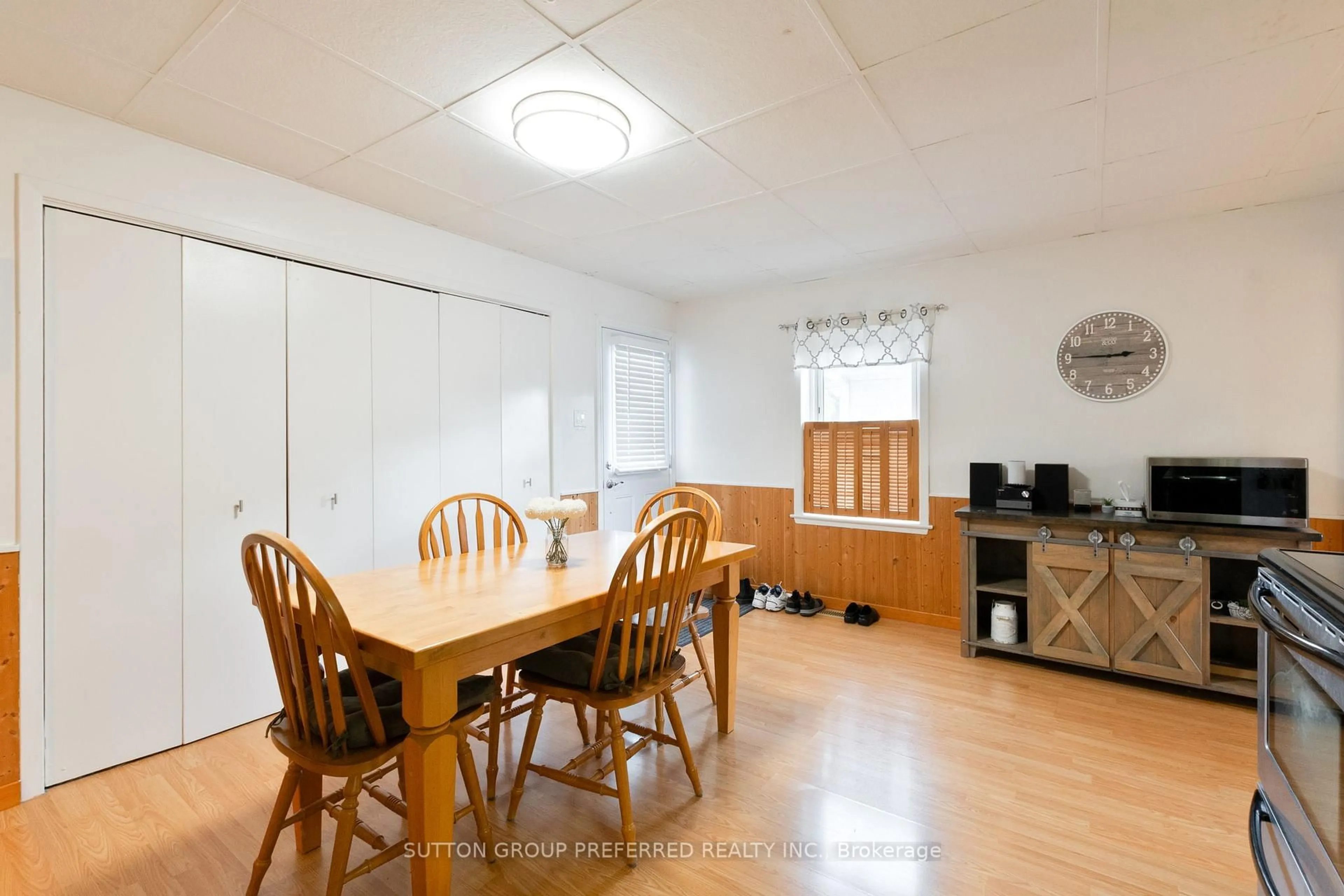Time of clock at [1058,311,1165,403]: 2:45
